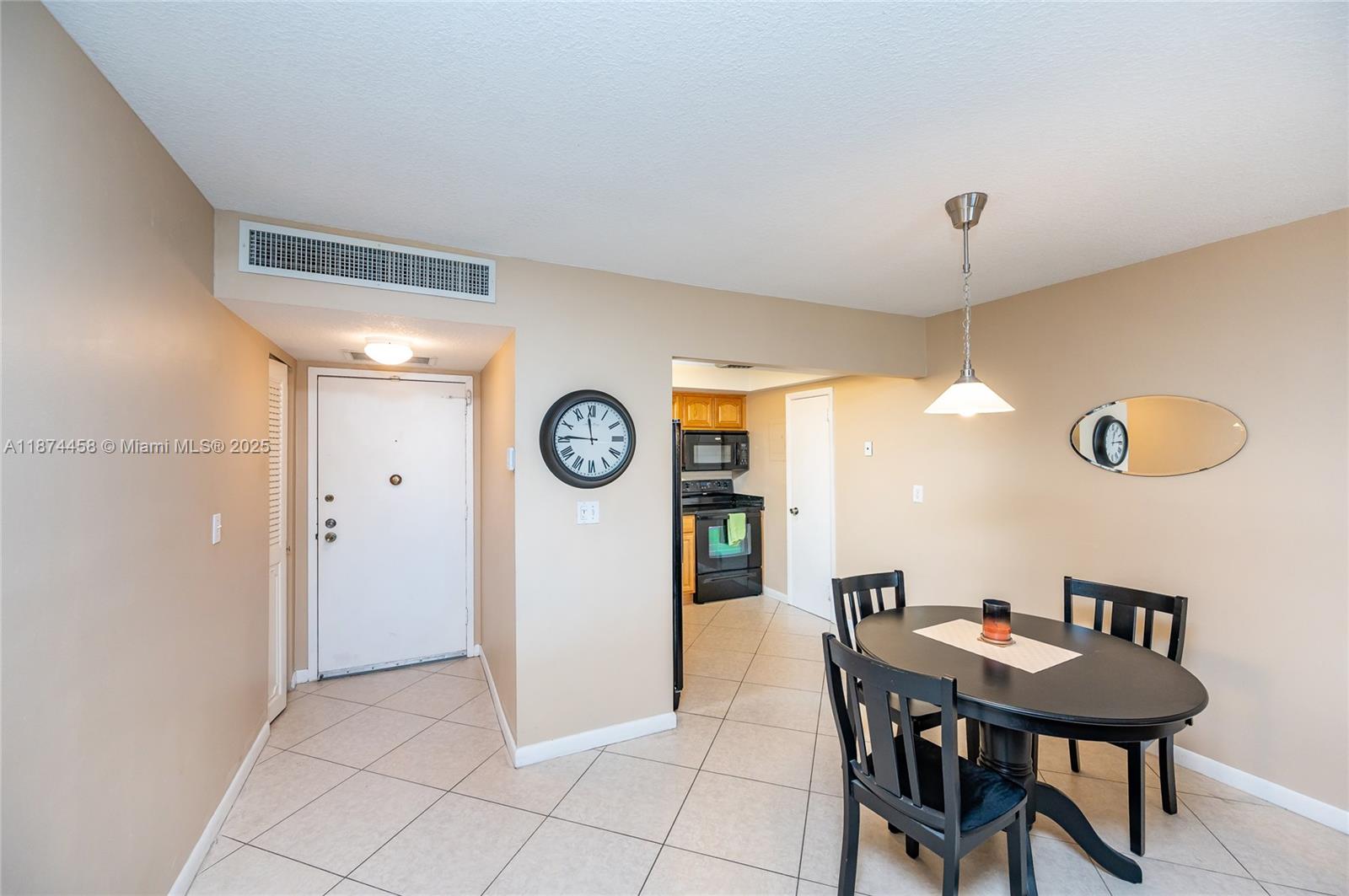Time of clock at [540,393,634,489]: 11:45
